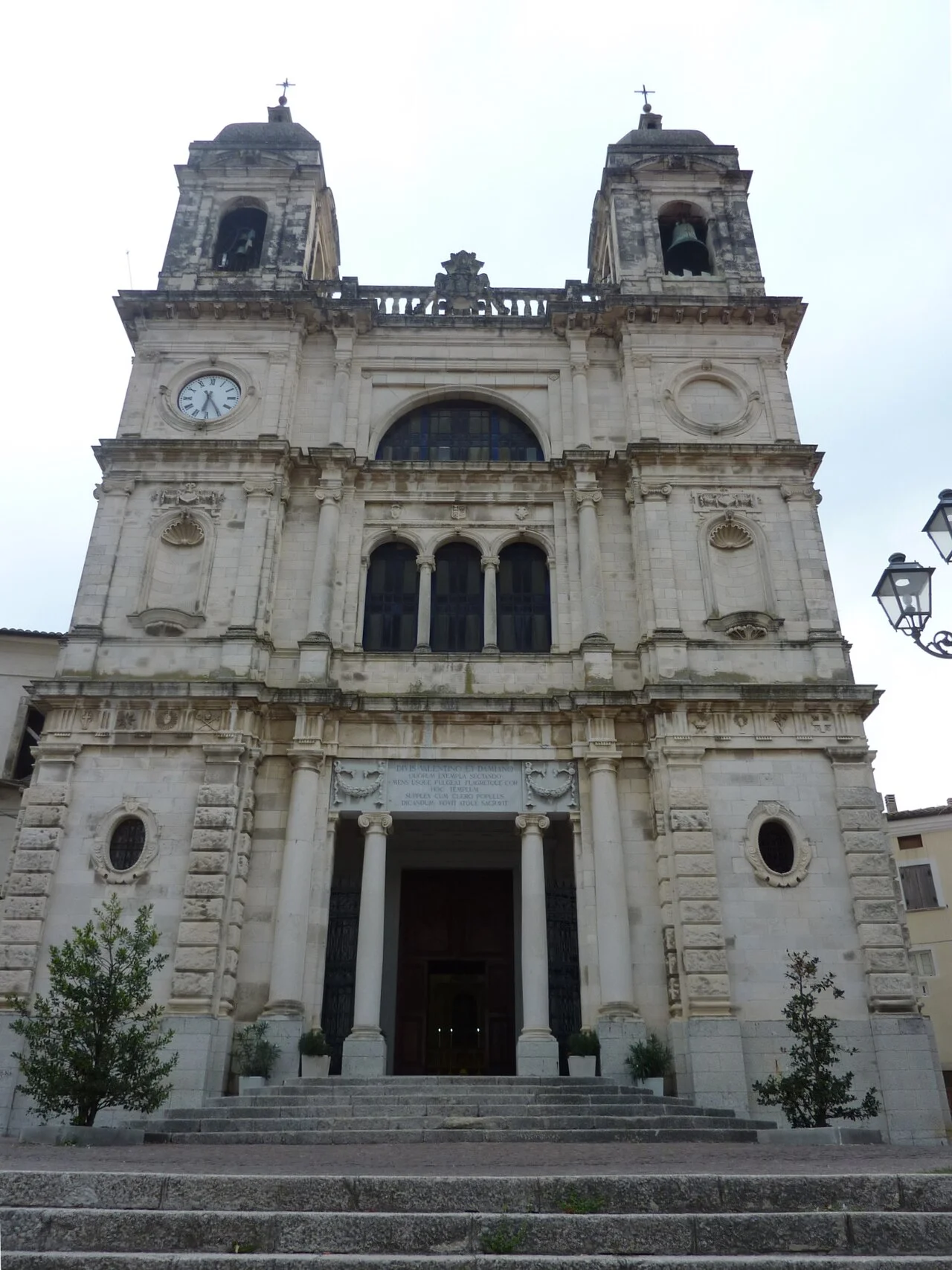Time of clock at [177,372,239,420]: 6:24
